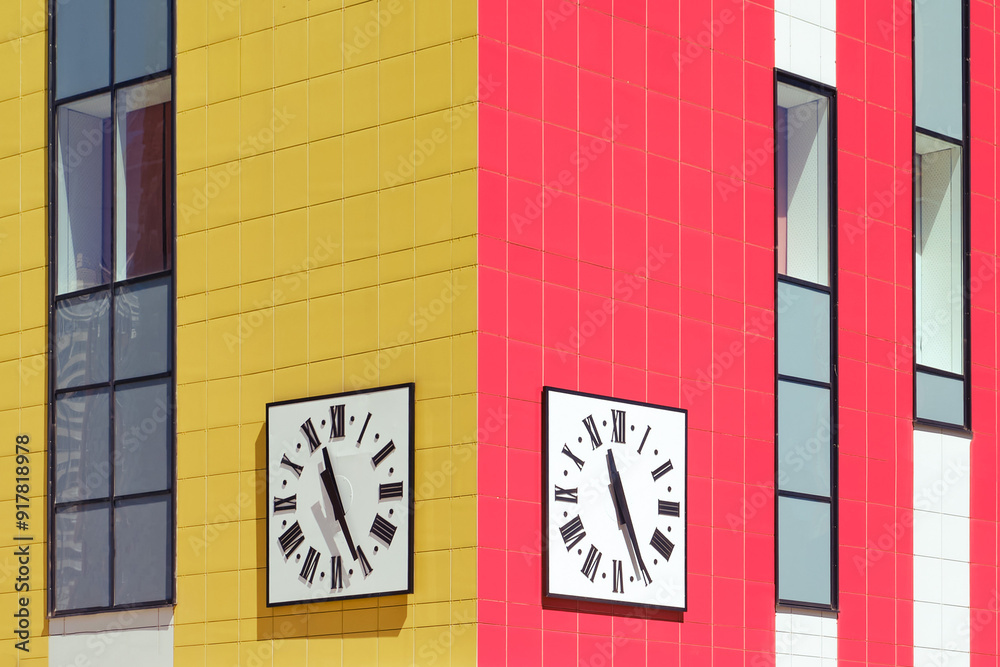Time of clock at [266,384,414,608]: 11:25
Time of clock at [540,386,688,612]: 11:25
